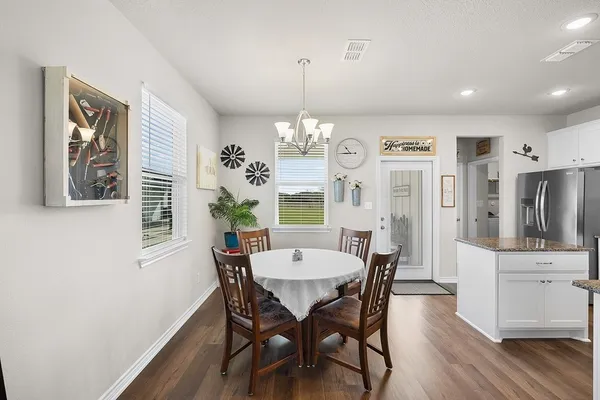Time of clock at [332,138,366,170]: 10:45
